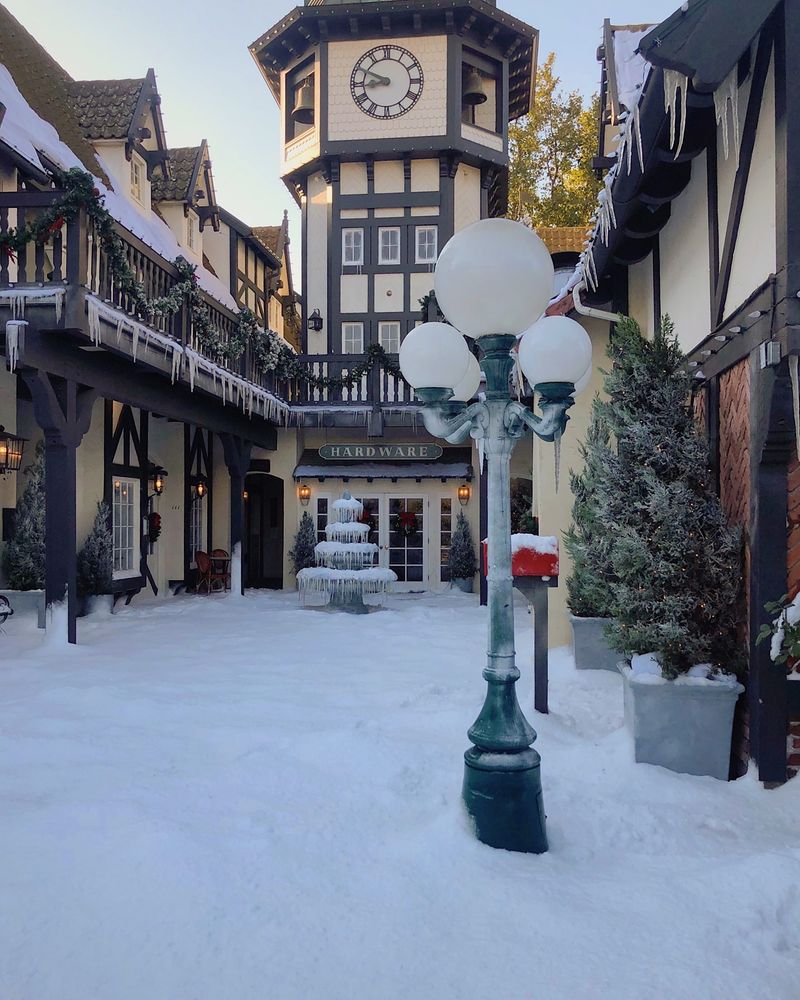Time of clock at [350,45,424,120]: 8:49
